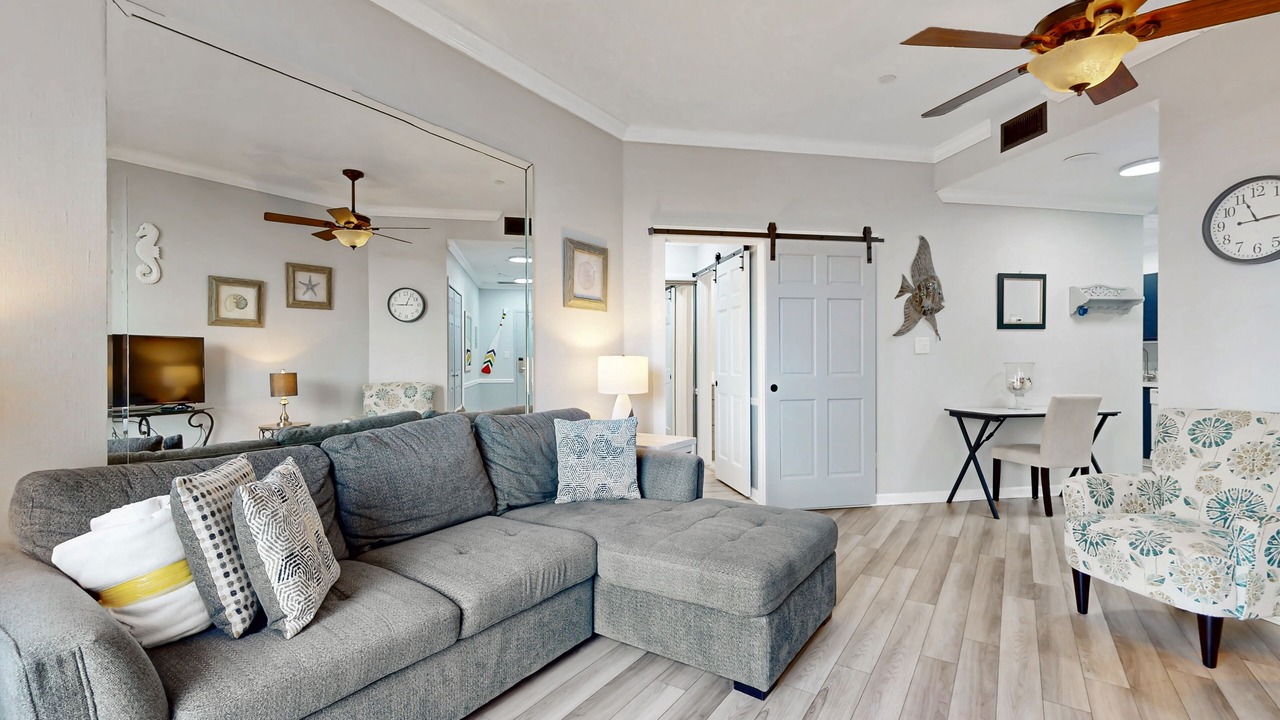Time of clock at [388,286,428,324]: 12:45
